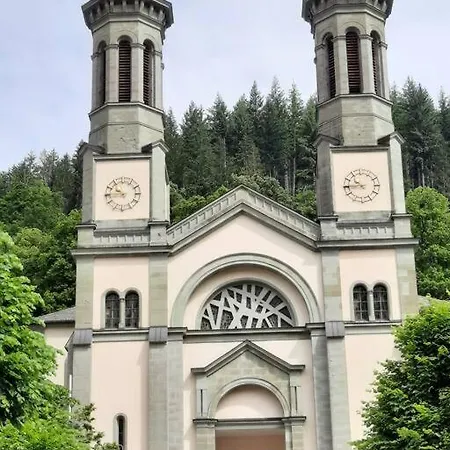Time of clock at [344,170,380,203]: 10:45
